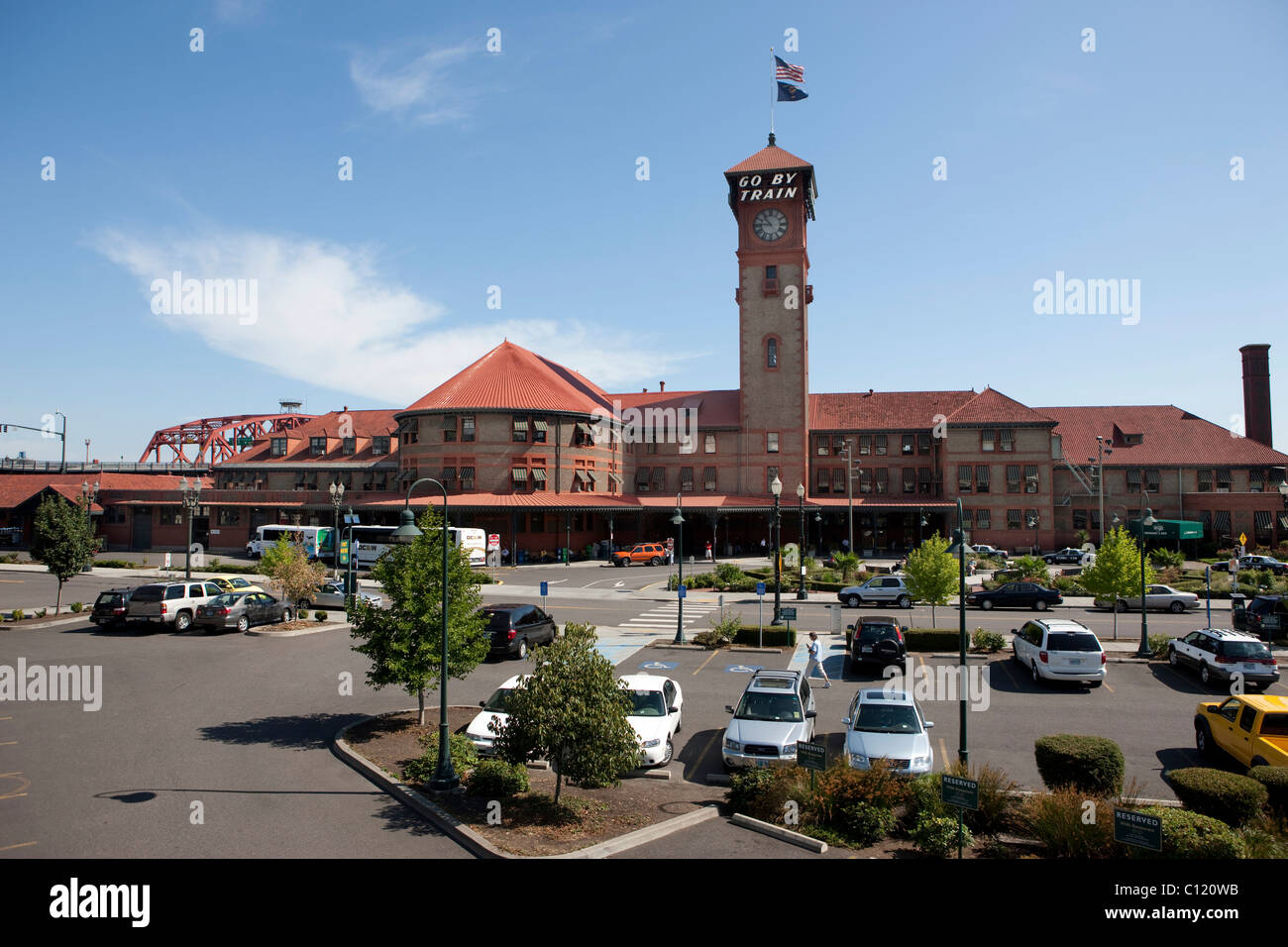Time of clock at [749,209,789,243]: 10:45
